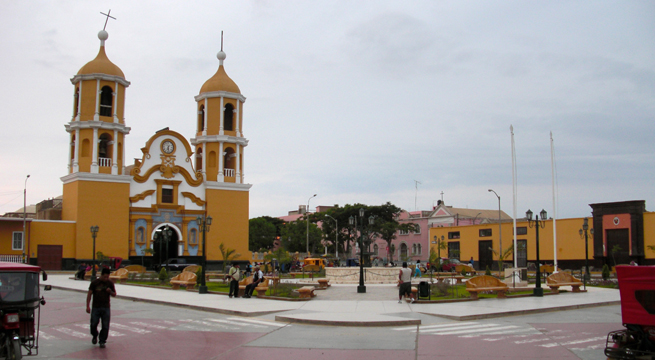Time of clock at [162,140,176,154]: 6:28
